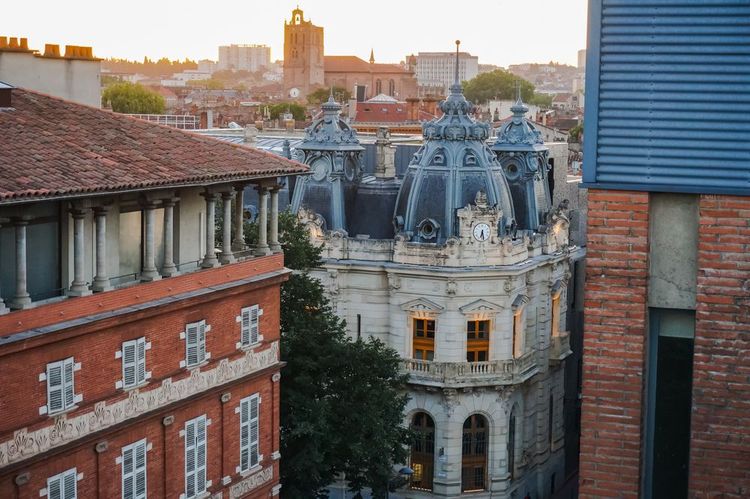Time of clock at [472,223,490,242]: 6:27
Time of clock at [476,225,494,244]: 6:27
